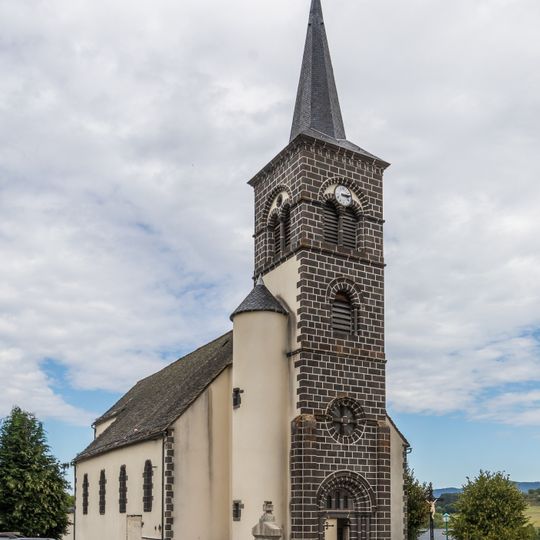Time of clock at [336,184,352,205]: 3:13
